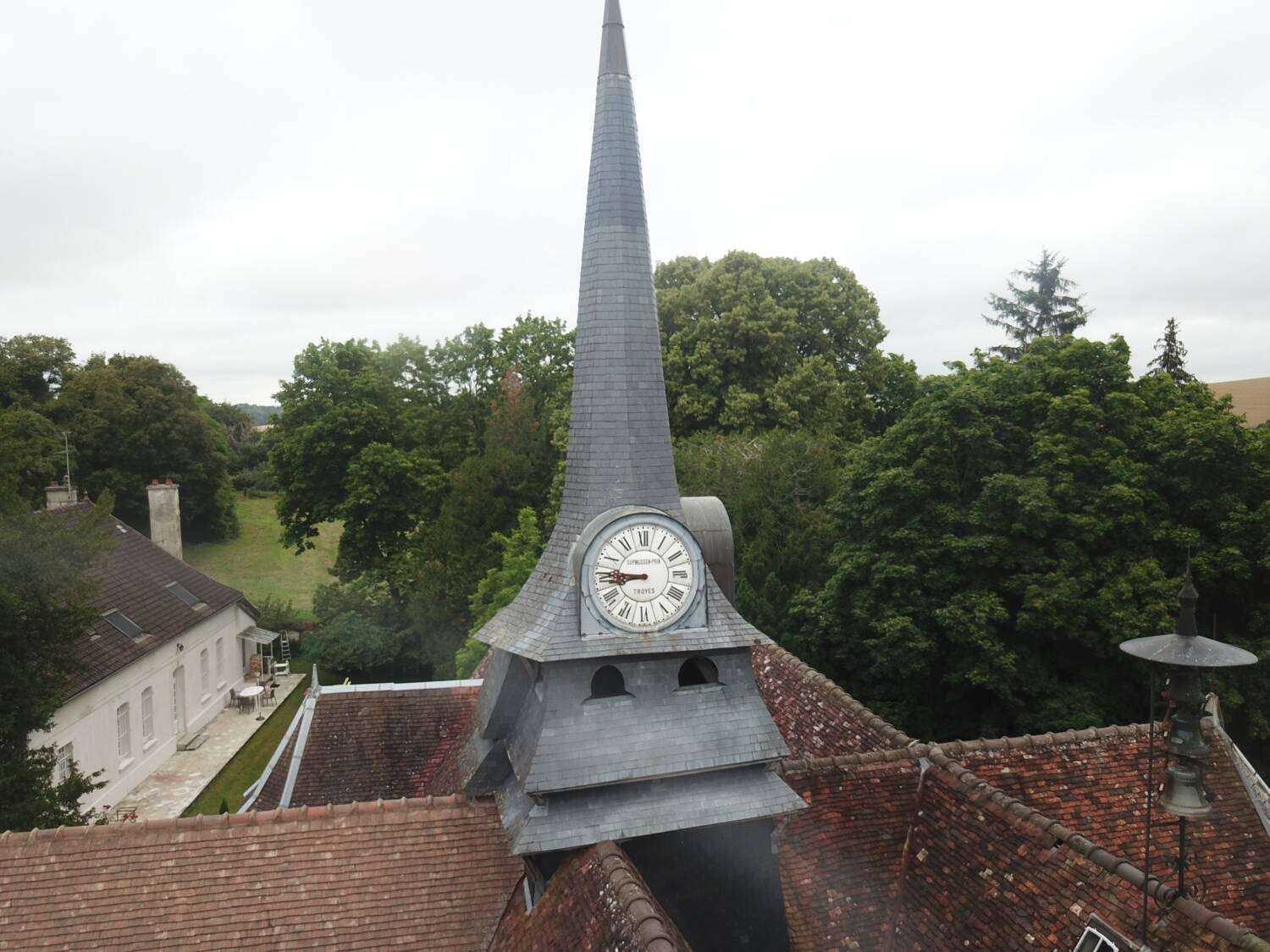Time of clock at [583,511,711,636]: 8:45
